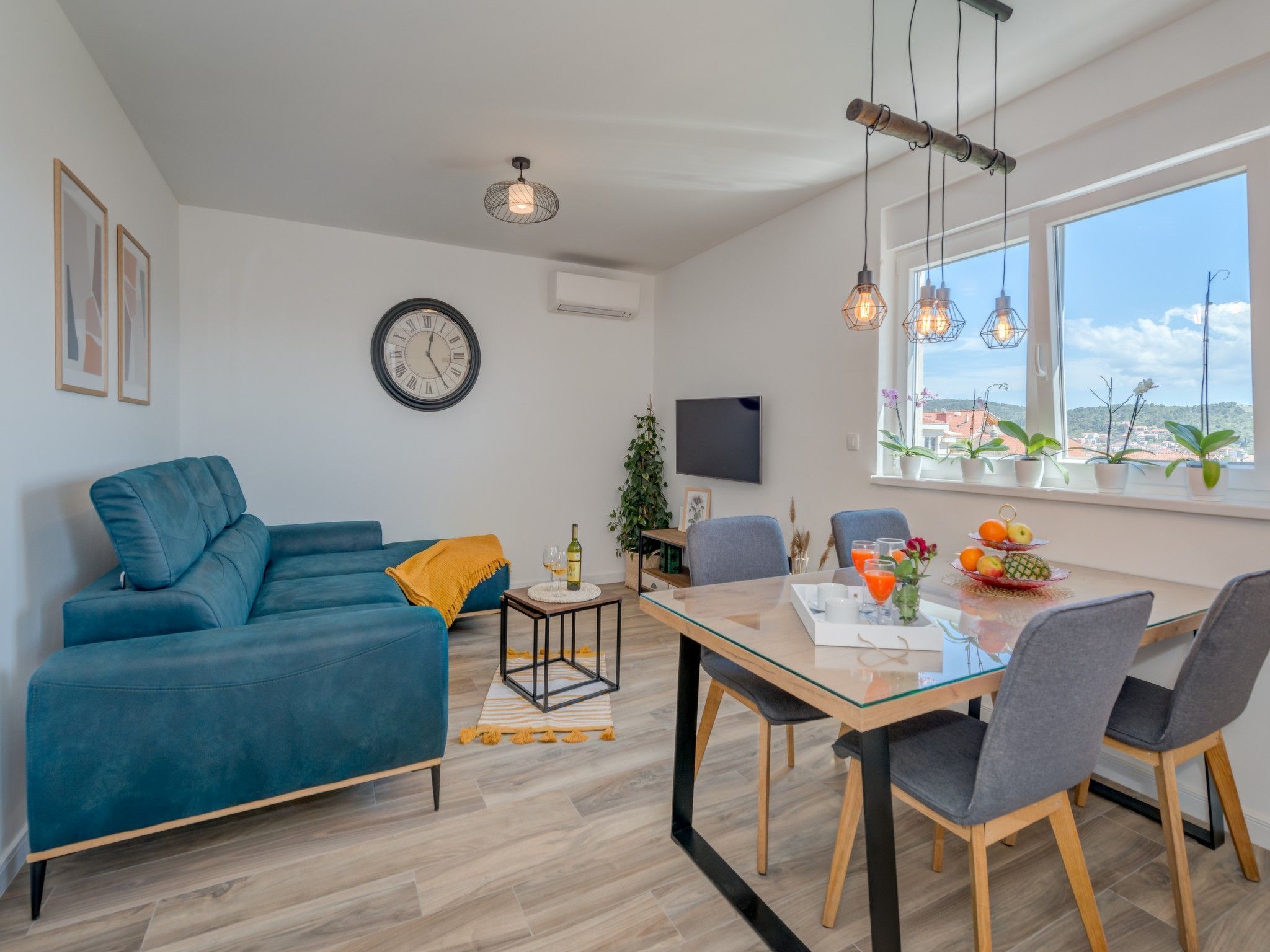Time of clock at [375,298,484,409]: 12:24
